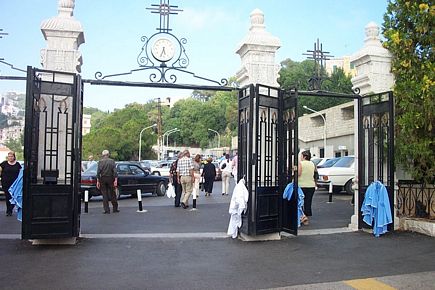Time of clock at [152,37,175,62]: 5:33
